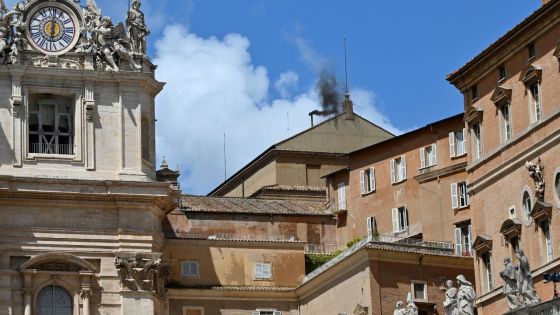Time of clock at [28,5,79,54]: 6:01
